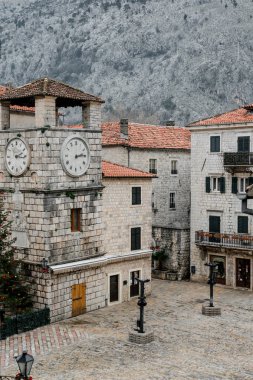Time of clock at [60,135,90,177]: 2:13
